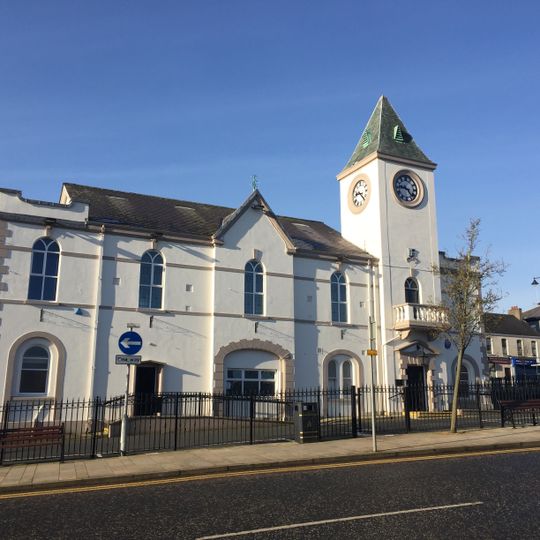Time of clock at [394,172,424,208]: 9:23
